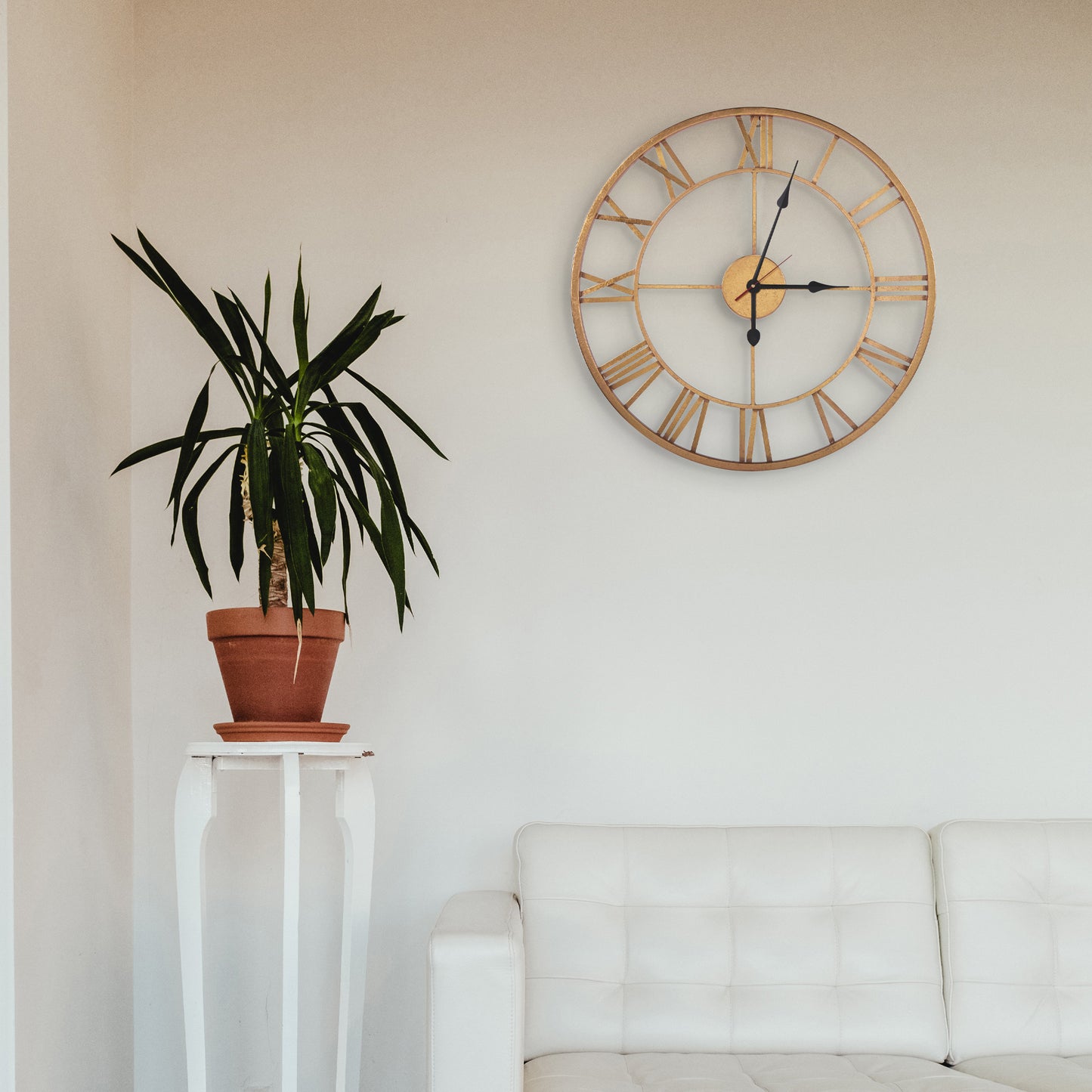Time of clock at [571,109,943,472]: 3:03
